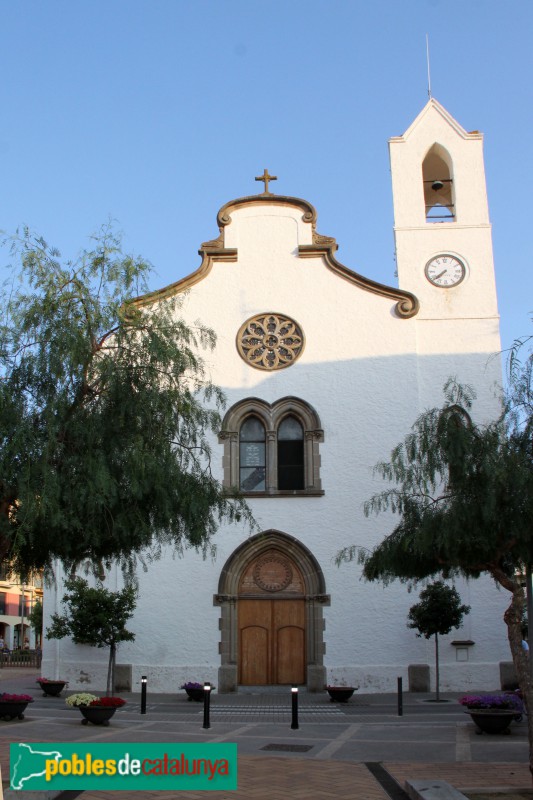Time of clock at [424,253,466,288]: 7:38
